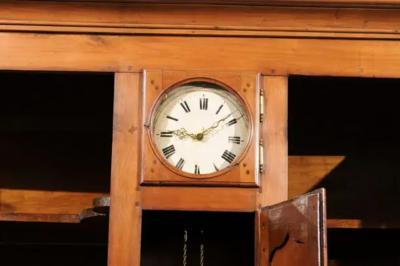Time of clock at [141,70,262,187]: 9:08
